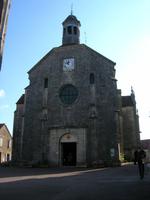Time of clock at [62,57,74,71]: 9:01
